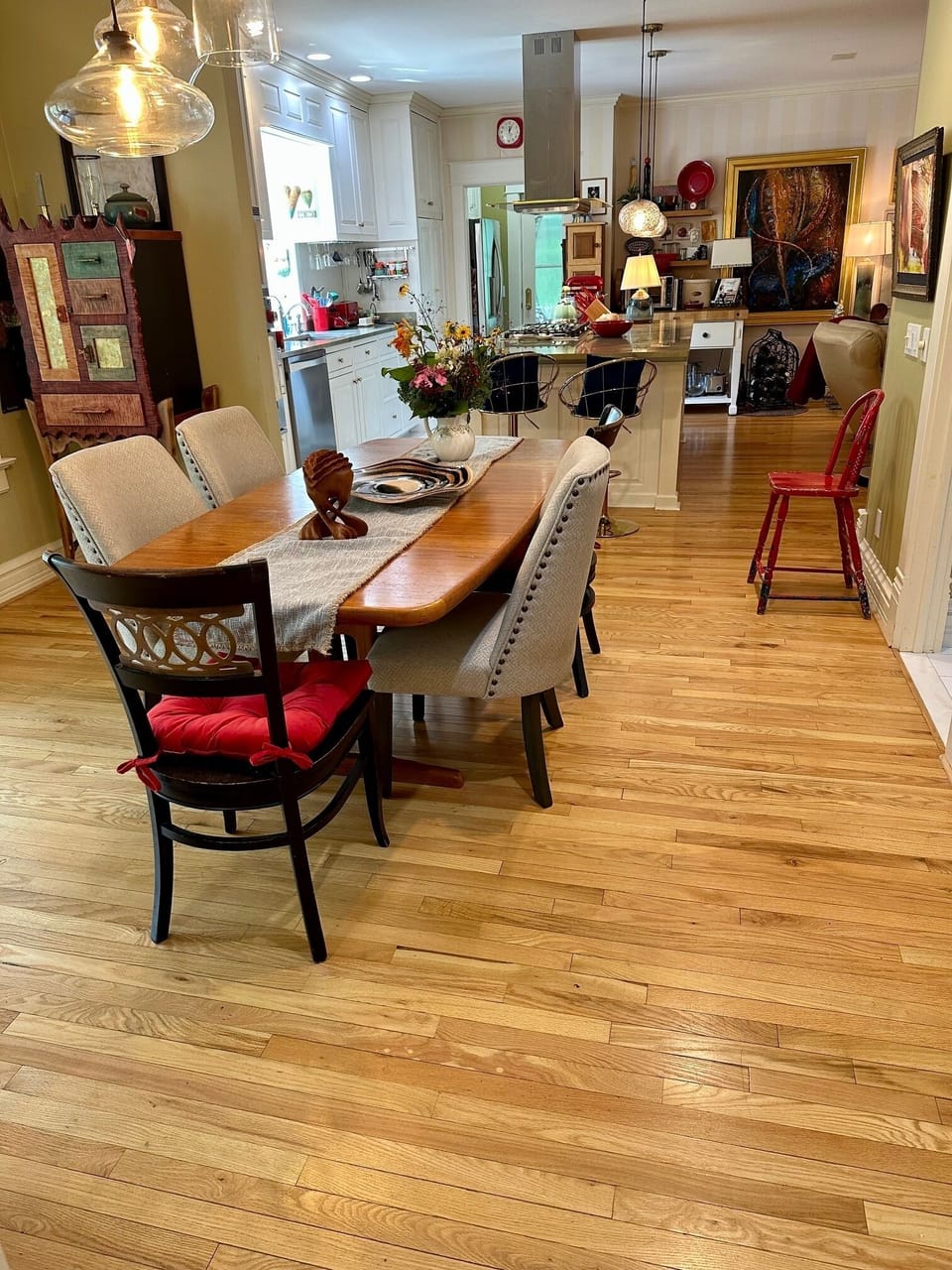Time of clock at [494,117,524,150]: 12:04
